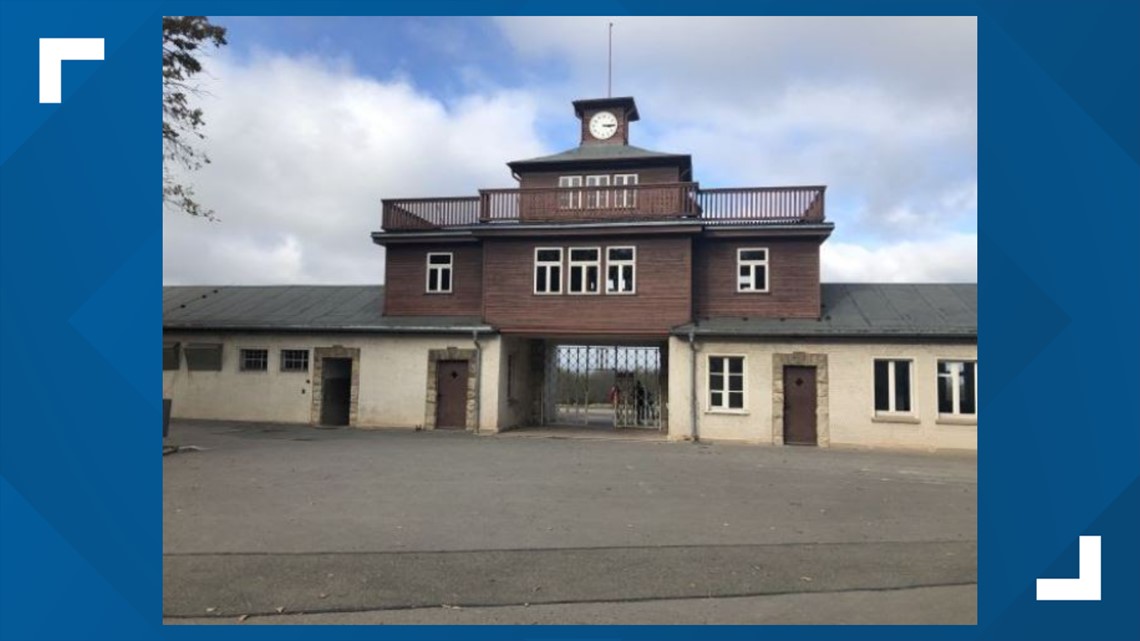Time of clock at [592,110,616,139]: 3:14
